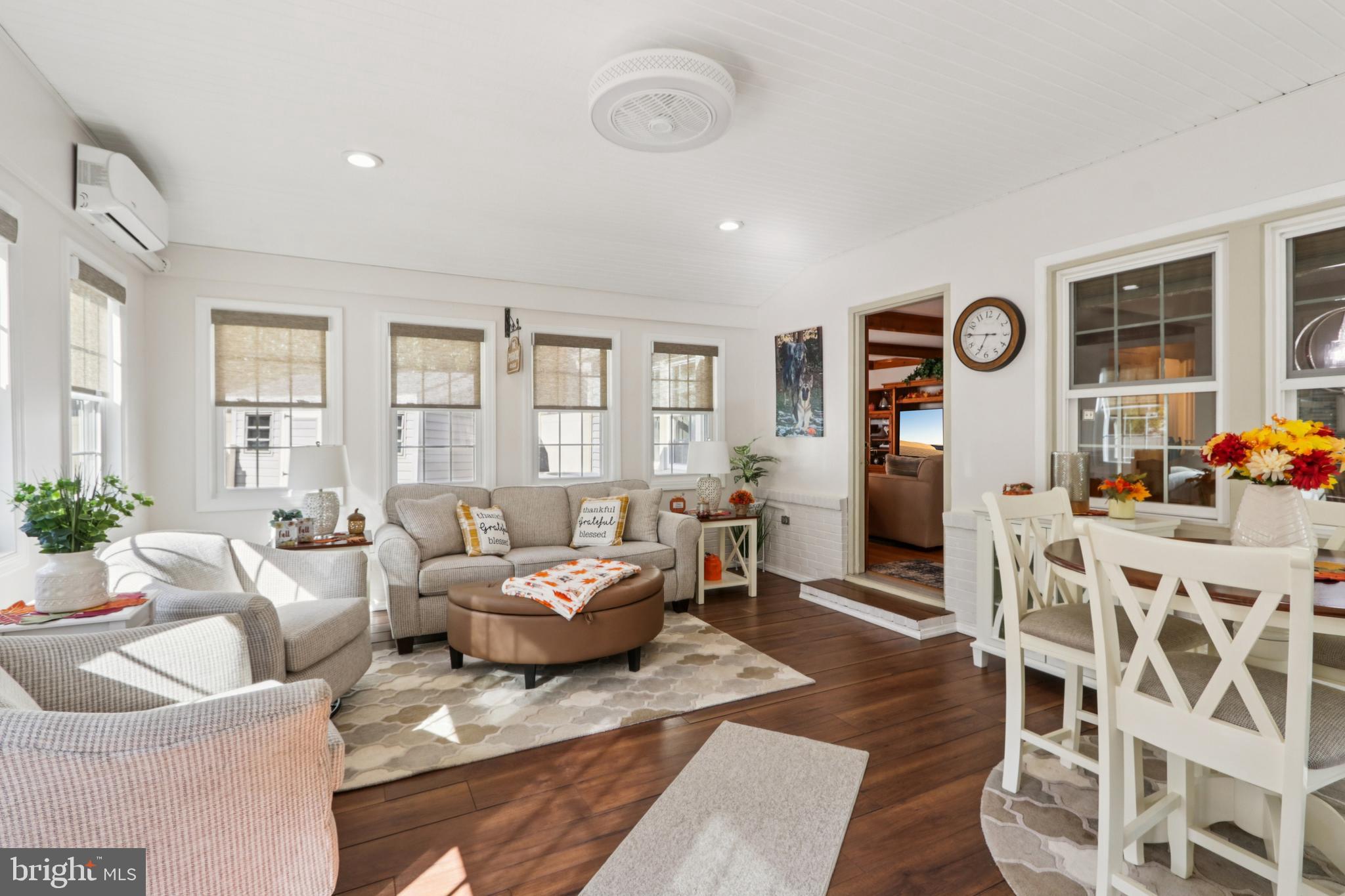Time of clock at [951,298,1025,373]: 6:45
